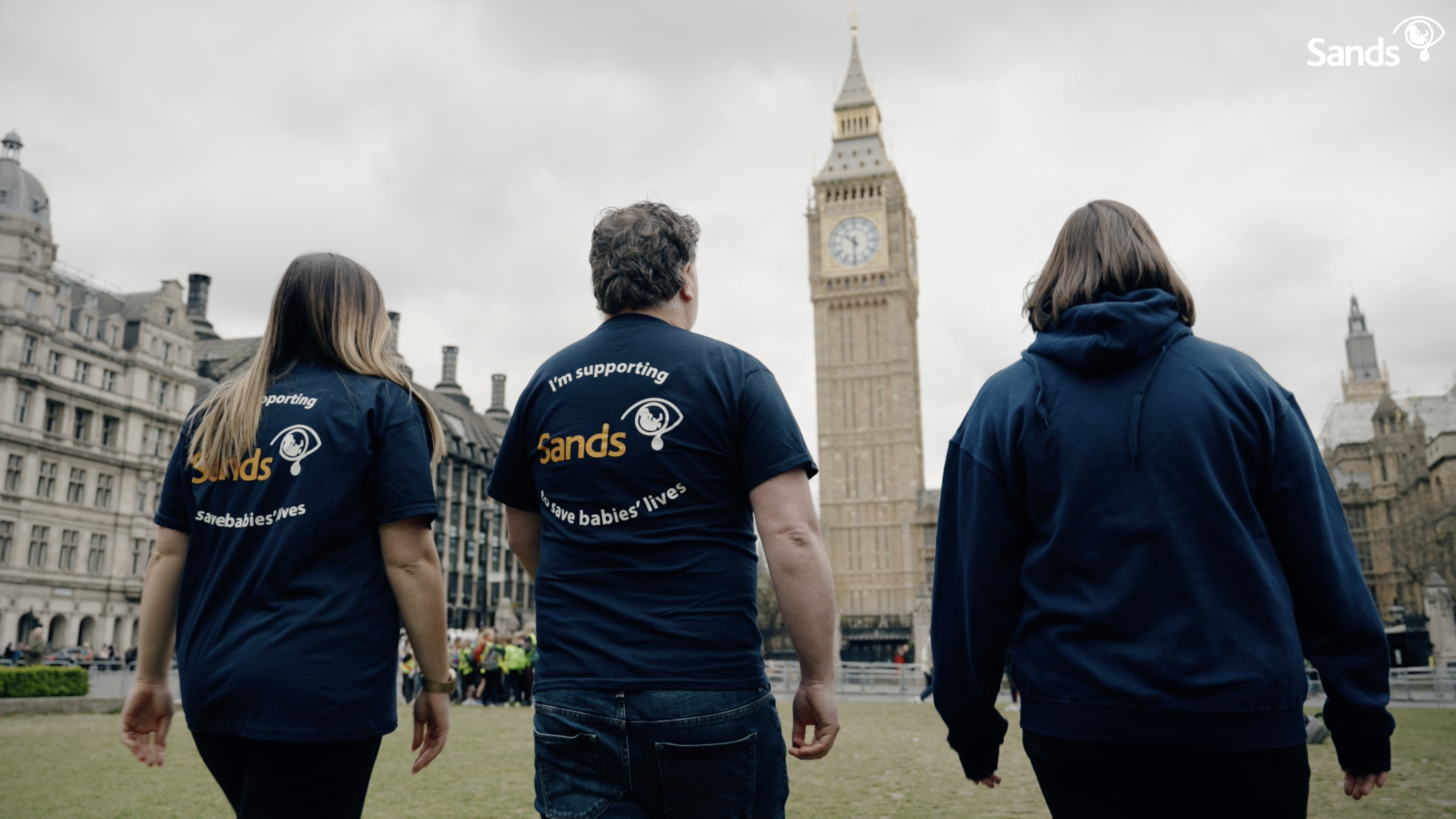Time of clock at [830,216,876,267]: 10:30
